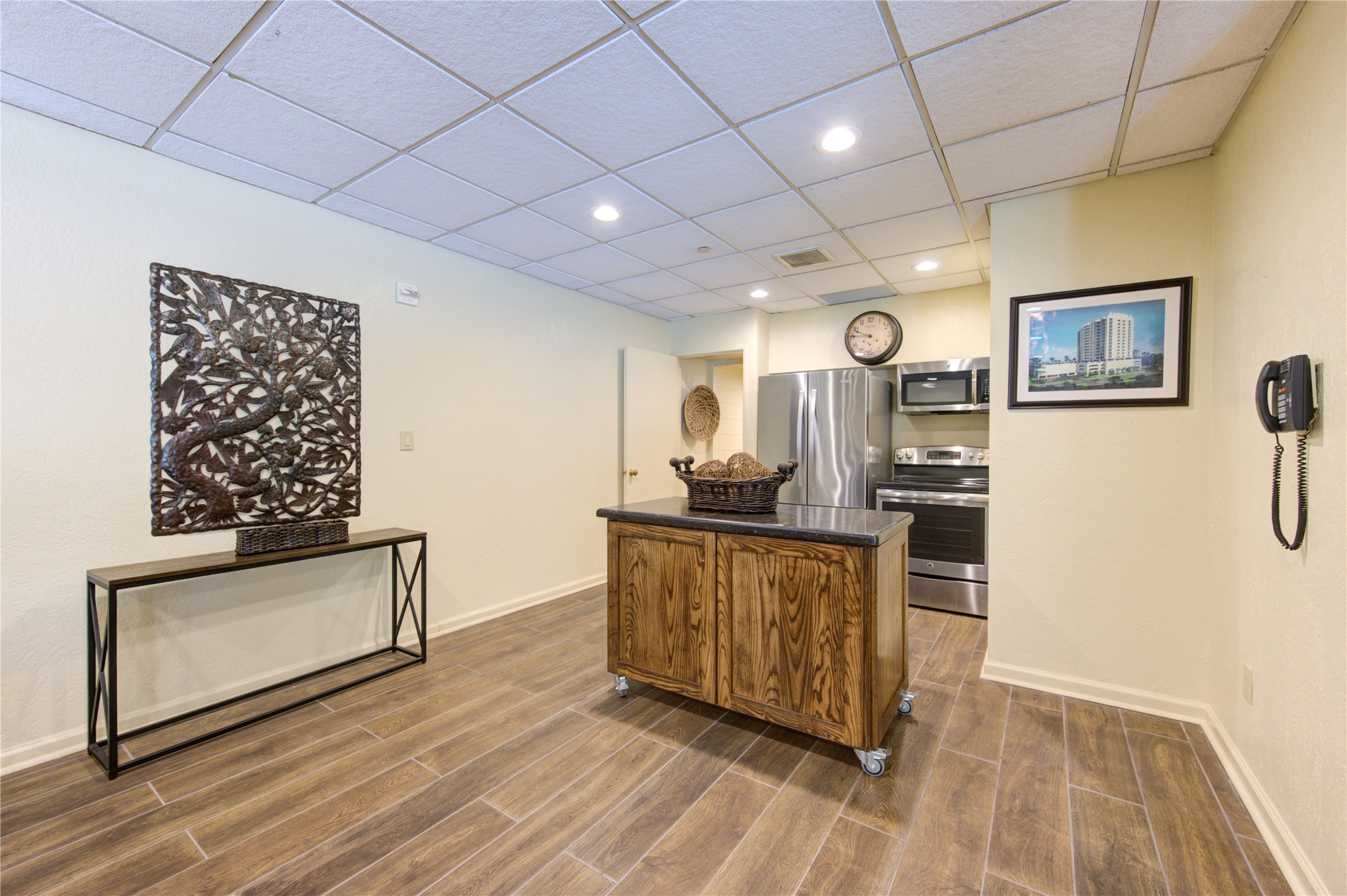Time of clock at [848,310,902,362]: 9:45
